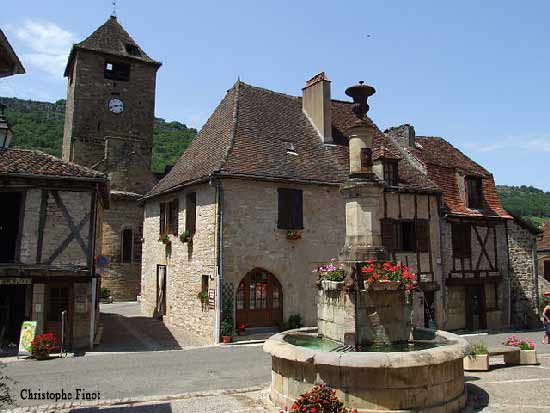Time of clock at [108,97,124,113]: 2:42
